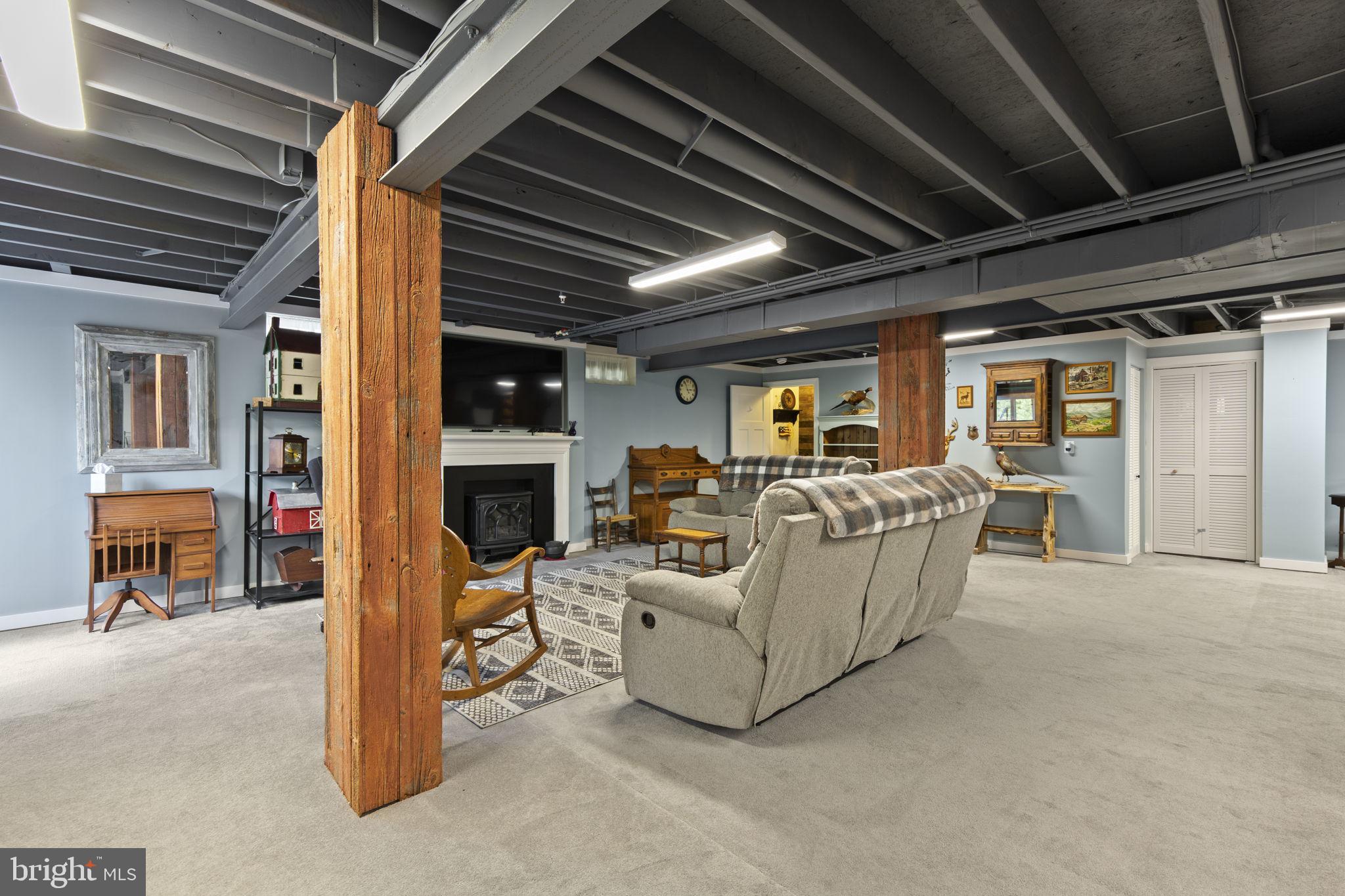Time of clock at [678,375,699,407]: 2:56
